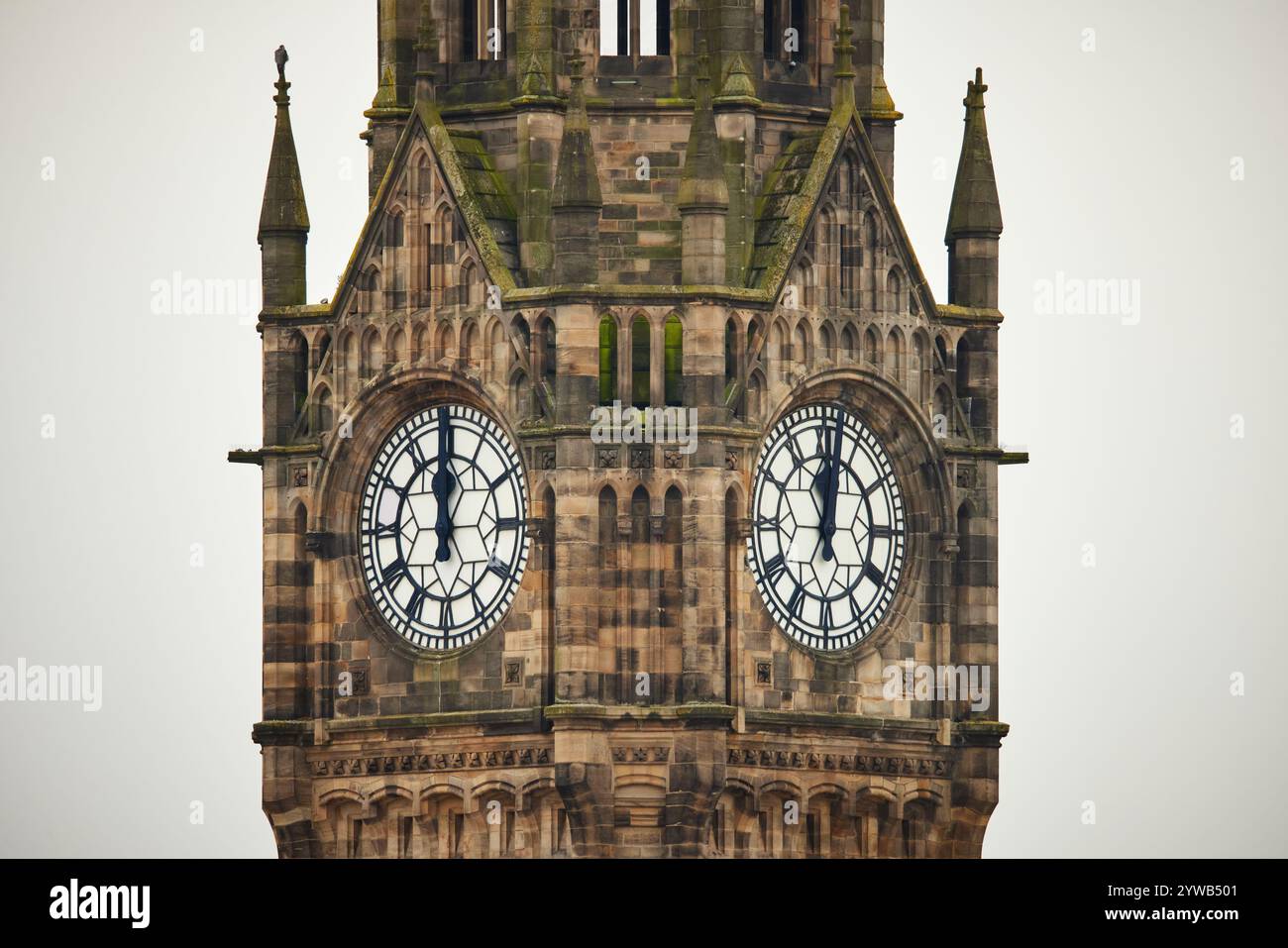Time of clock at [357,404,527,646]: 11:58
